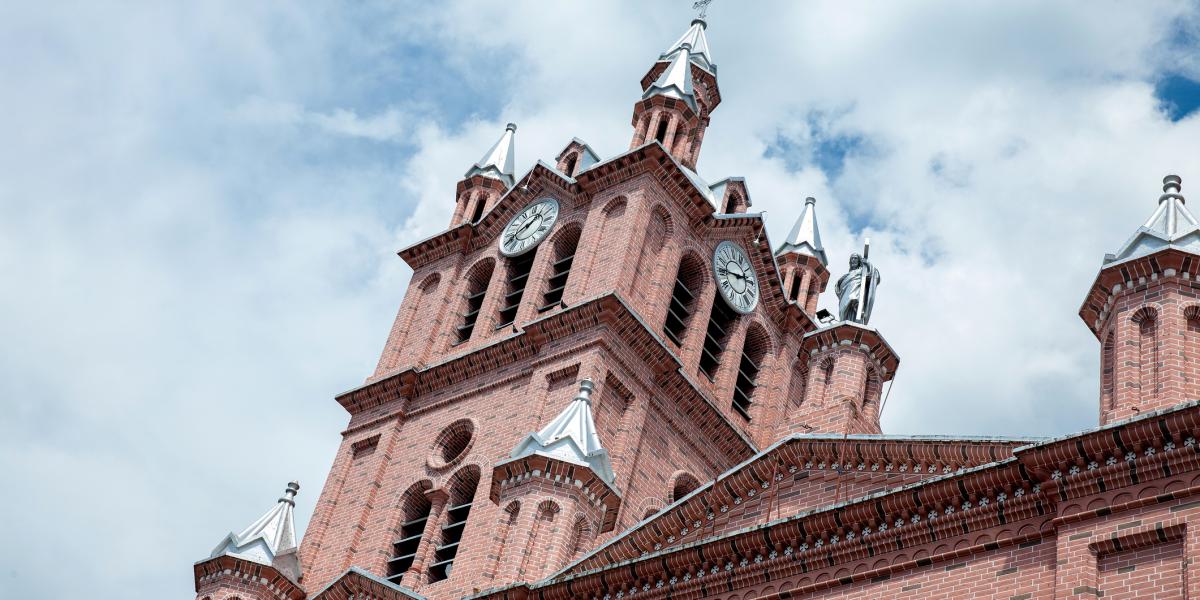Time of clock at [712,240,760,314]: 2:46
